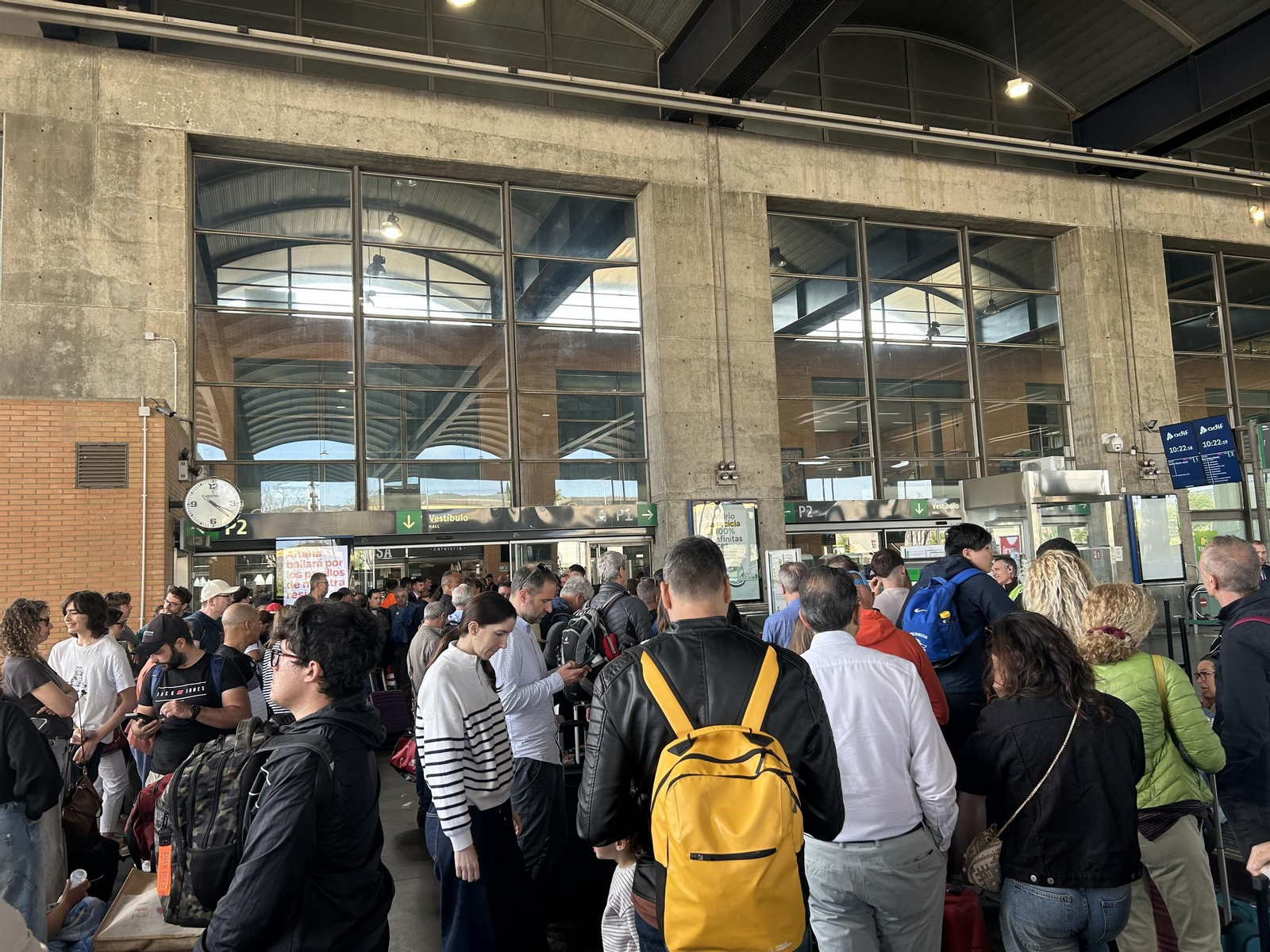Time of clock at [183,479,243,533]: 4:19
